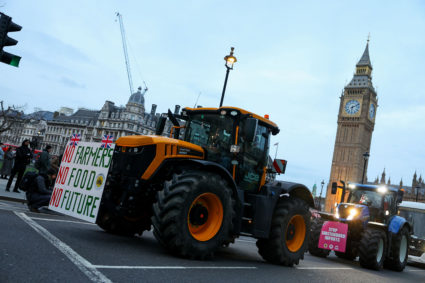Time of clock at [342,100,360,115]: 6:10
